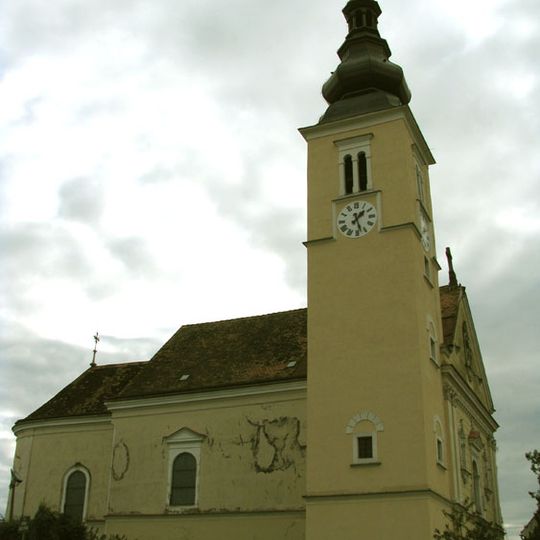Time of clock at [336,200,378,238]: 1:27
